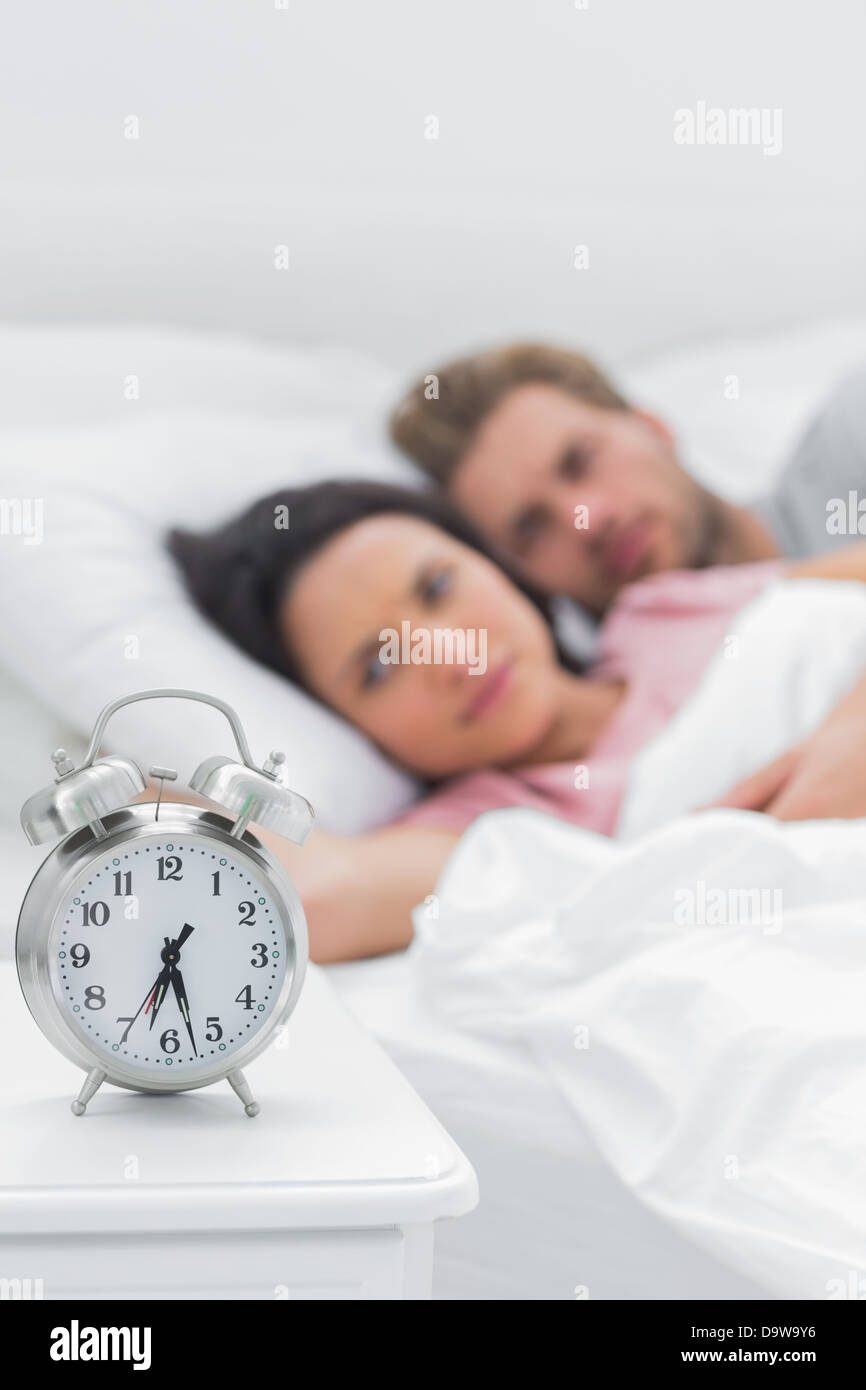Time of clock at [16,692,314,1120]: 6:27
